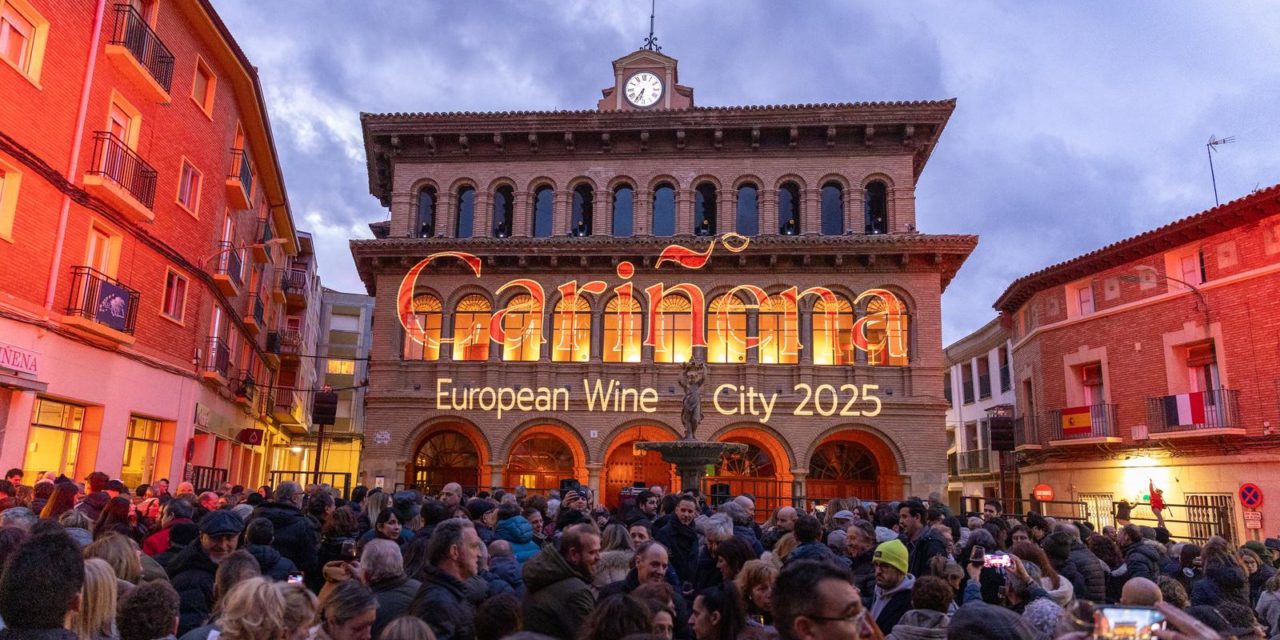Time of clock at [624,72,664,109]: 6:35
